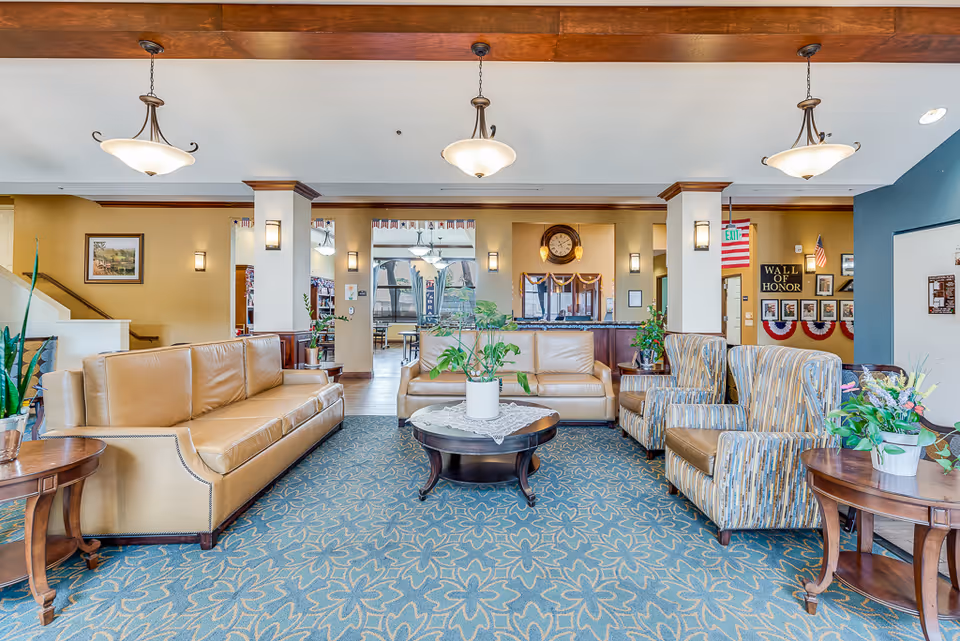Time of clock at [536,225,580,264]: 11:09
